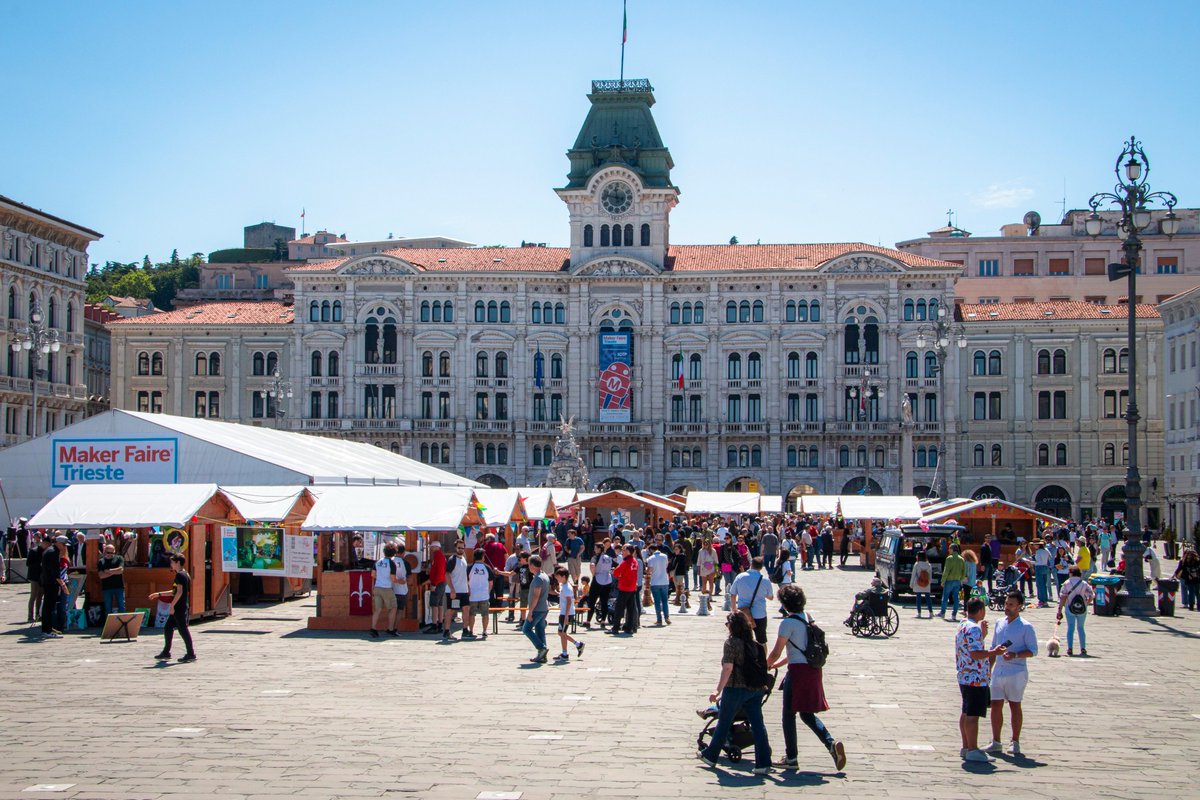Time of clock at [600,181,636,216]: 11:47
